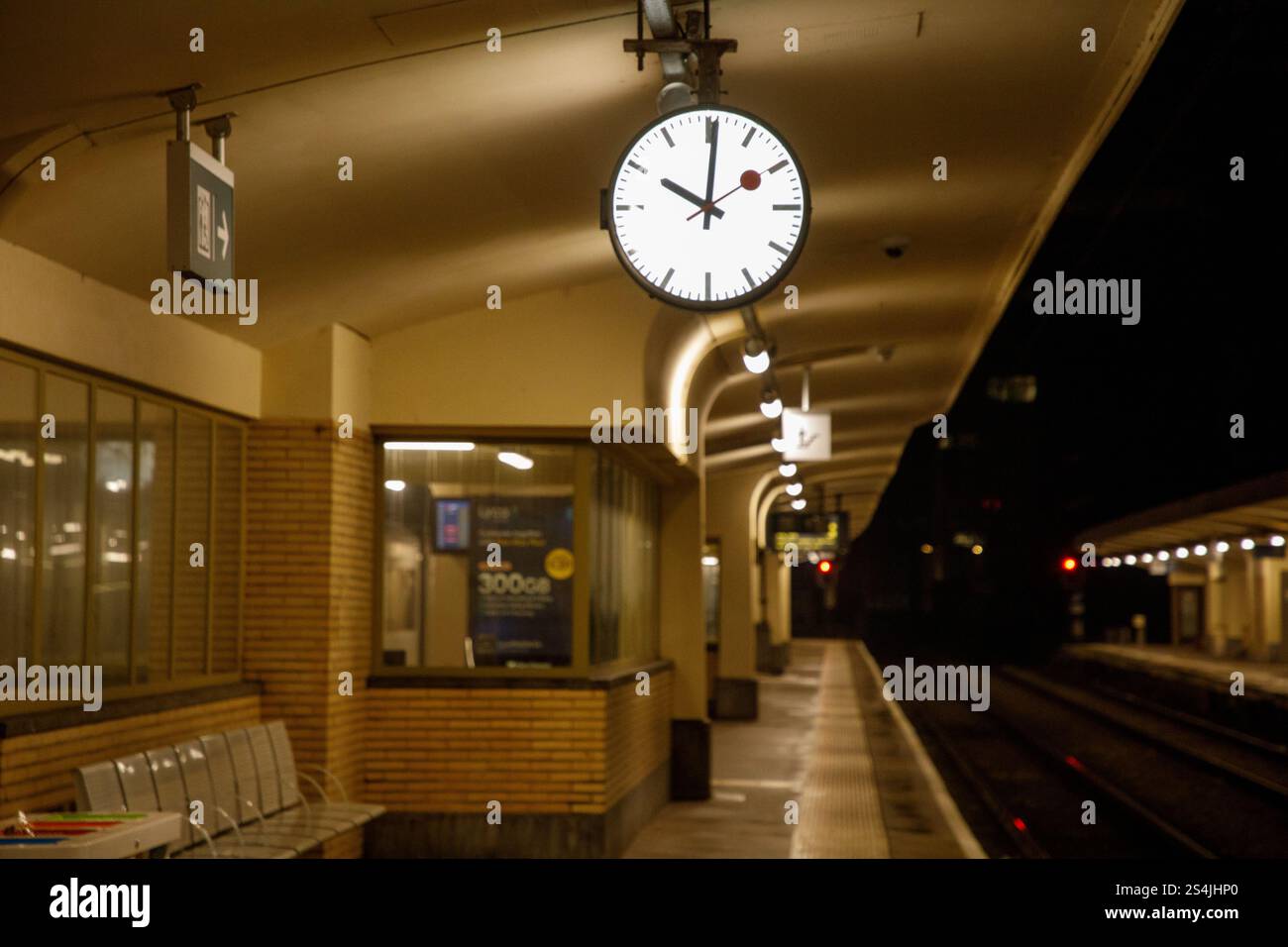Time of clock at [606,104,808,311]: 10:00
